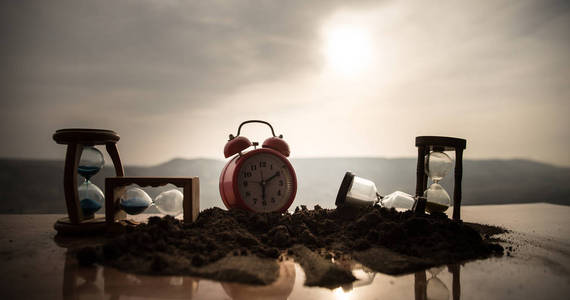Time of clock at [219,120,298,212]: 6:10
